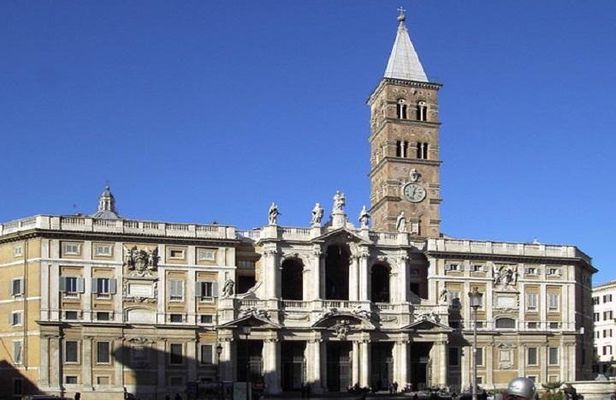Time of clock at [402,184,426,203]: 12:32
